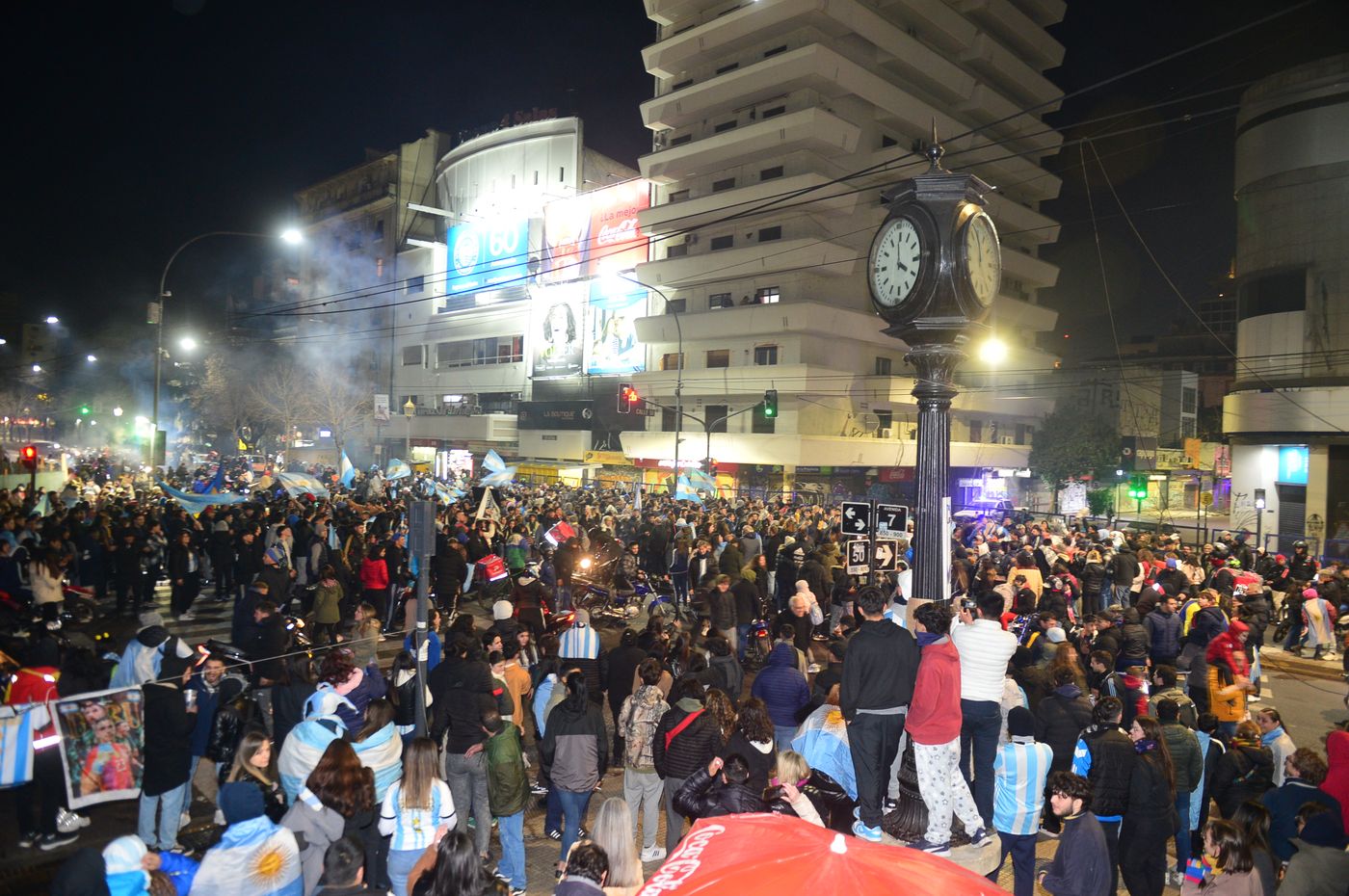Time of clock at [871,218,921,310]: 3:59
